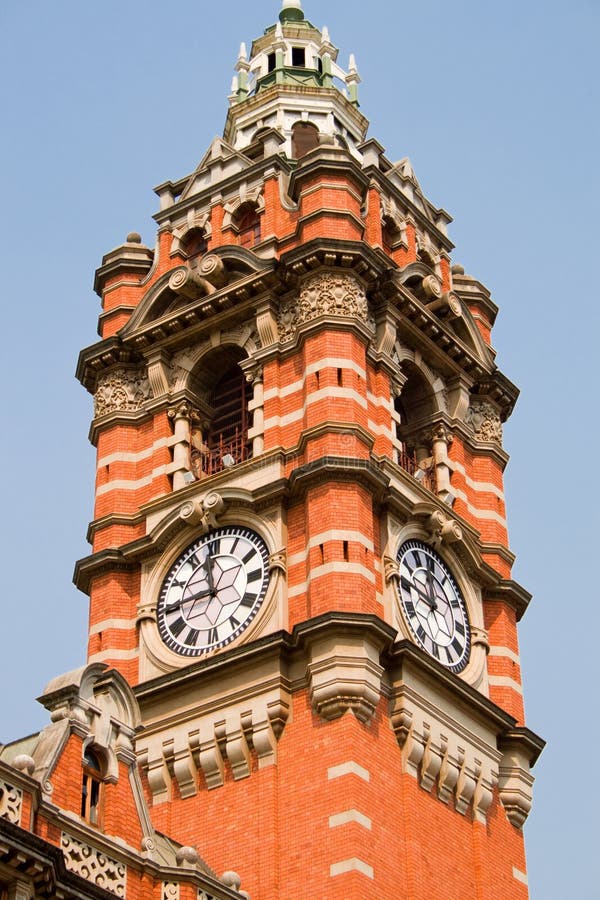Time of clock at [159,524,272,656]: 11:44
